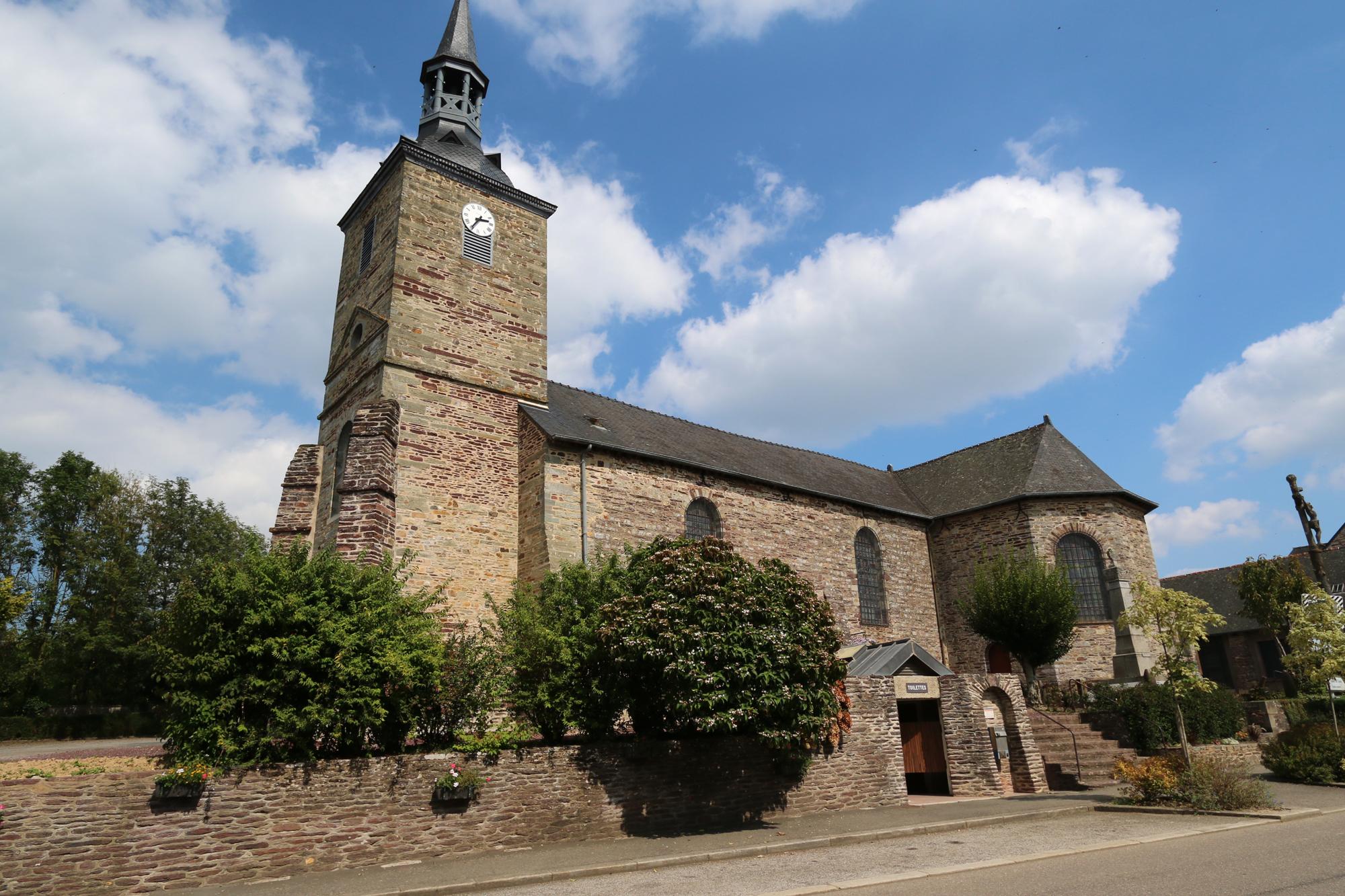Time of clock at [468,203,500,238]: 2:35
